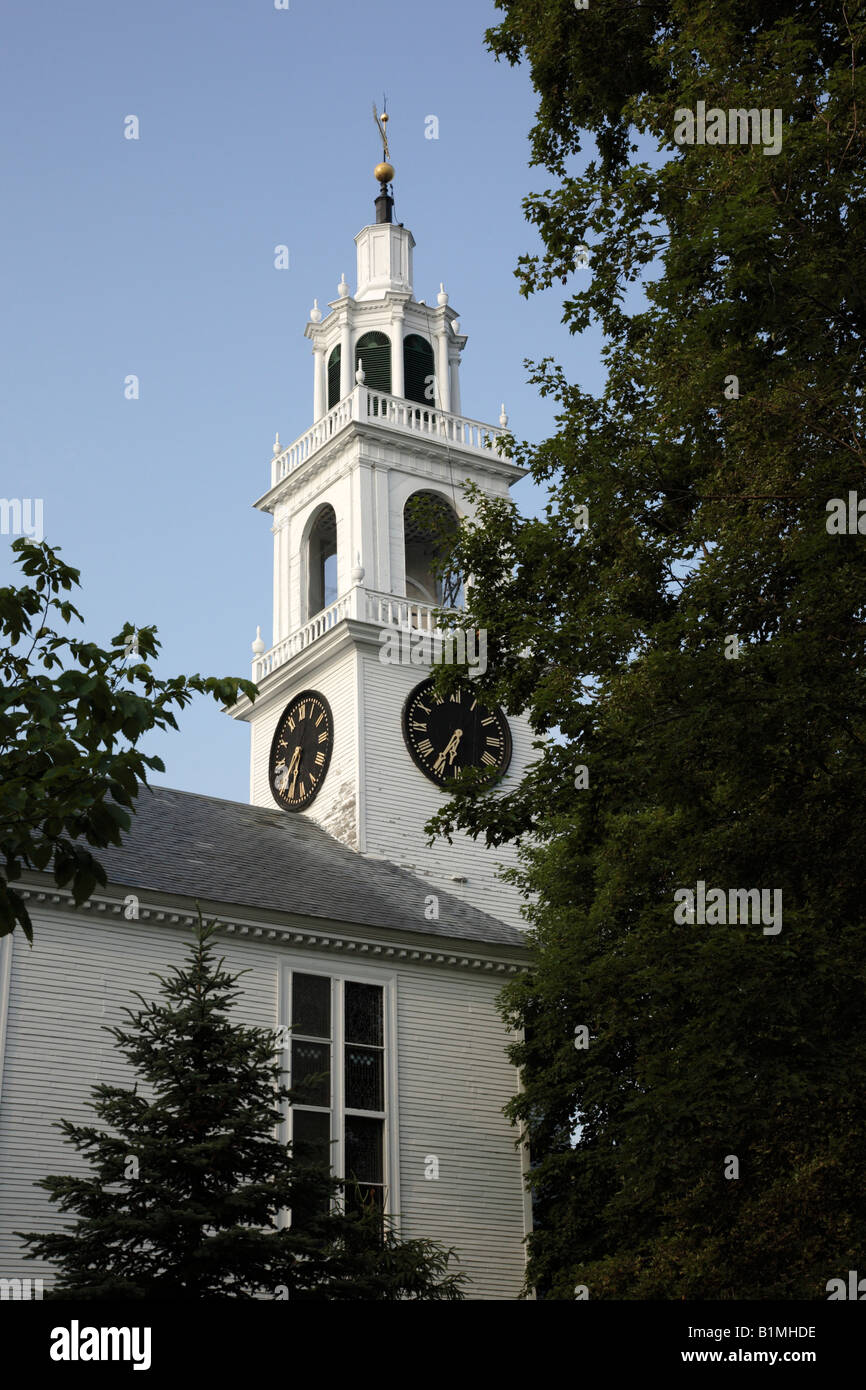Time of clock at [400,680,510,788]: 6:35
